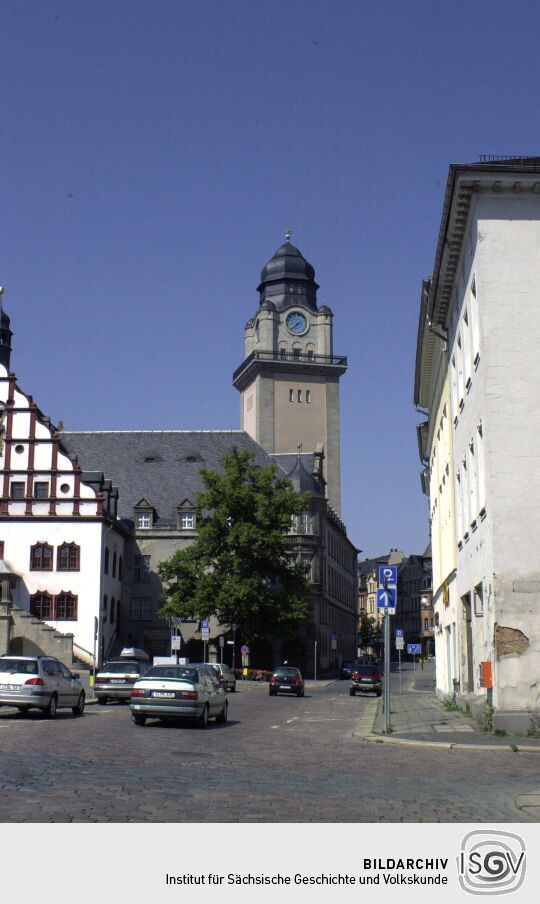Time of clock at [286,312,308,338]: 7:38
